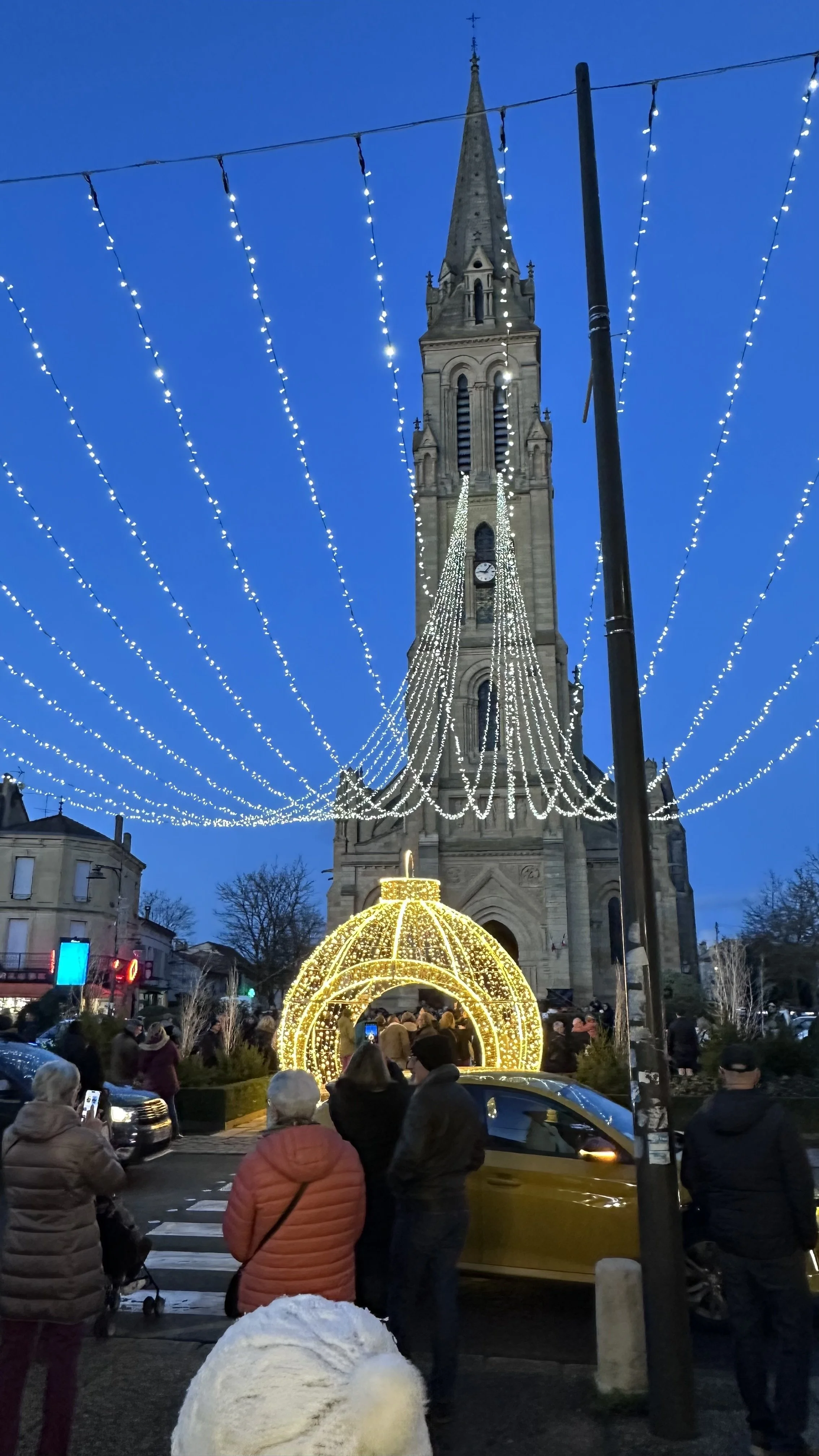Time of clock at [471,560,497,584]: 9:07
